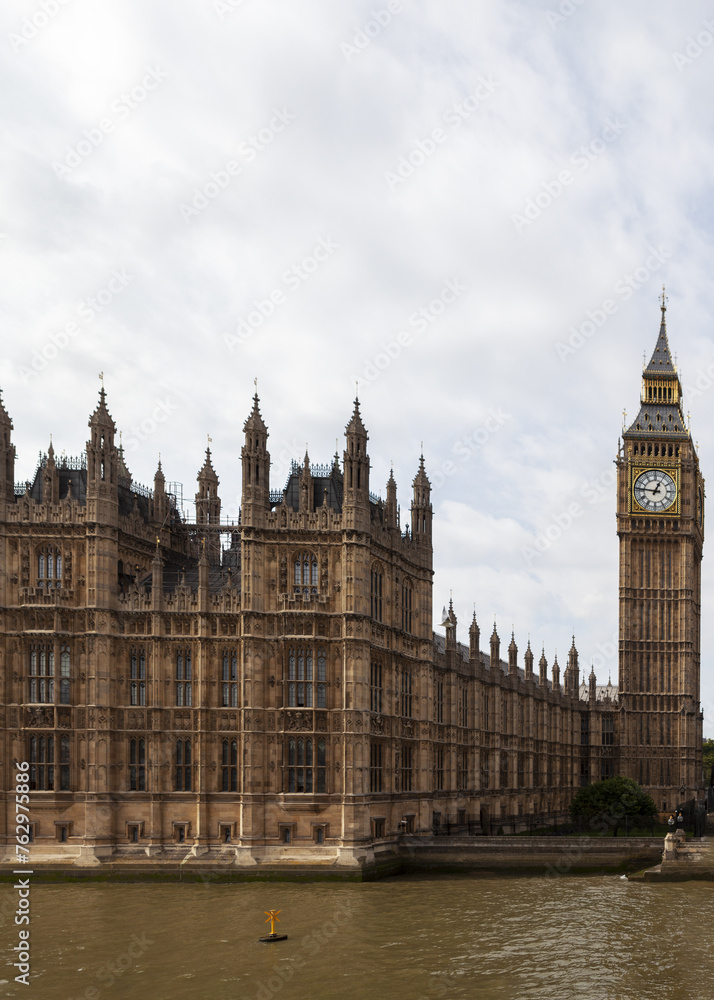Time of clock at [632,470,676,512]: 12:46
